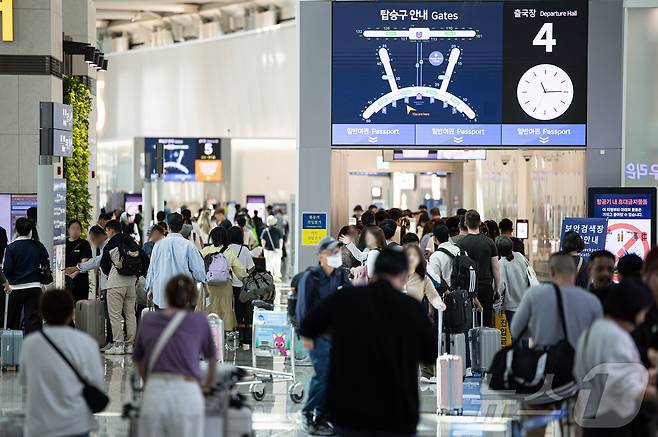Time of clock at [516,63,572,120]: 11:14
